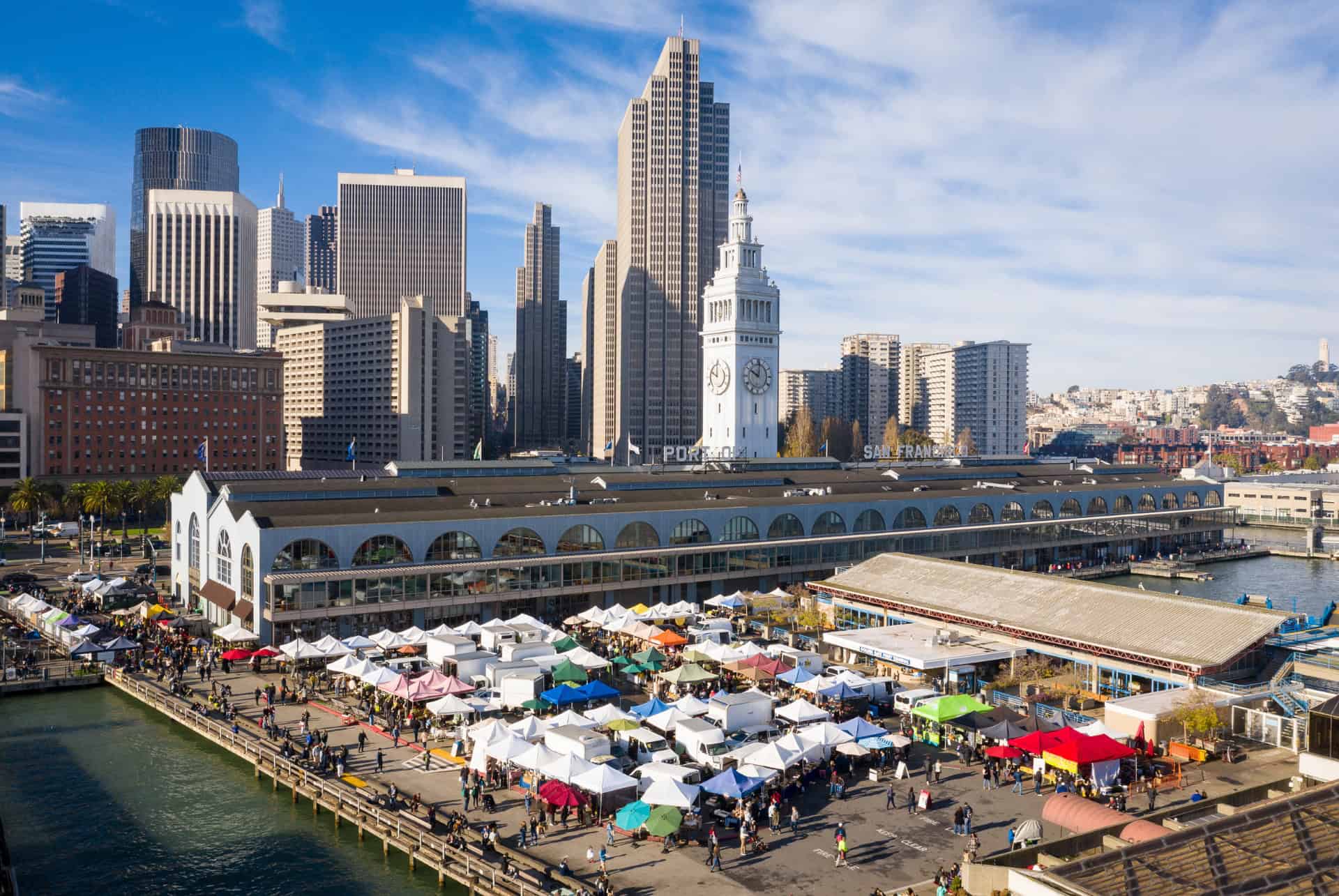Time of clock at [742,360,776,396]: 10:00
